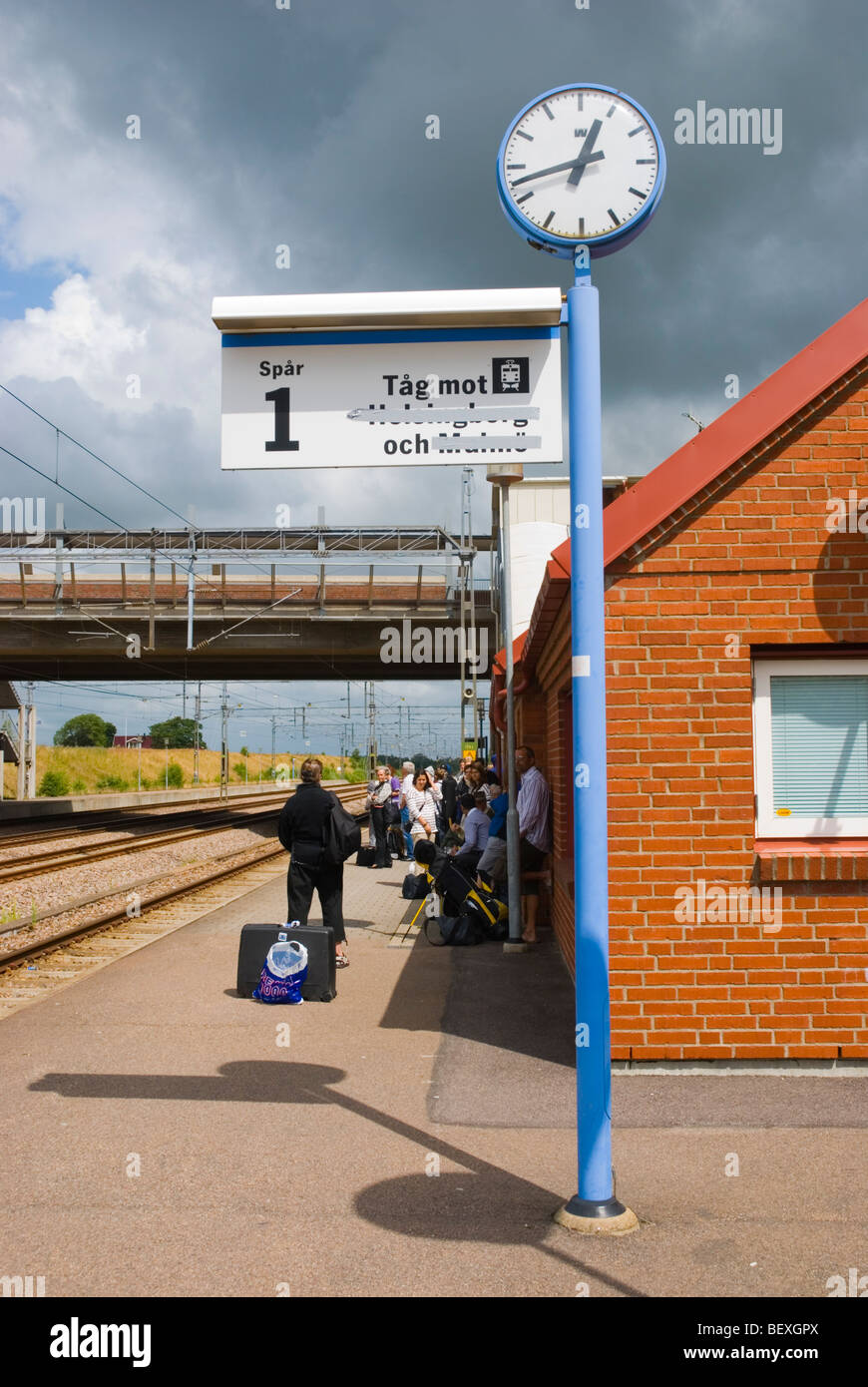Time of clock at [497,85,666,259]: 12:42
